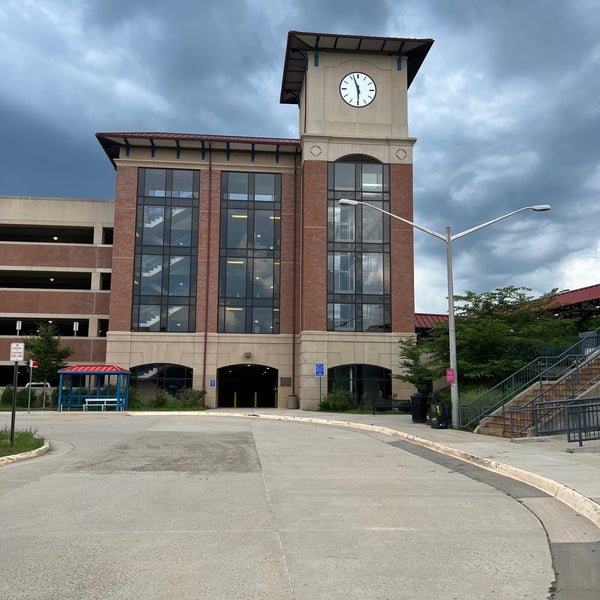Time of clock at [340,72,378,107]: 5:56
